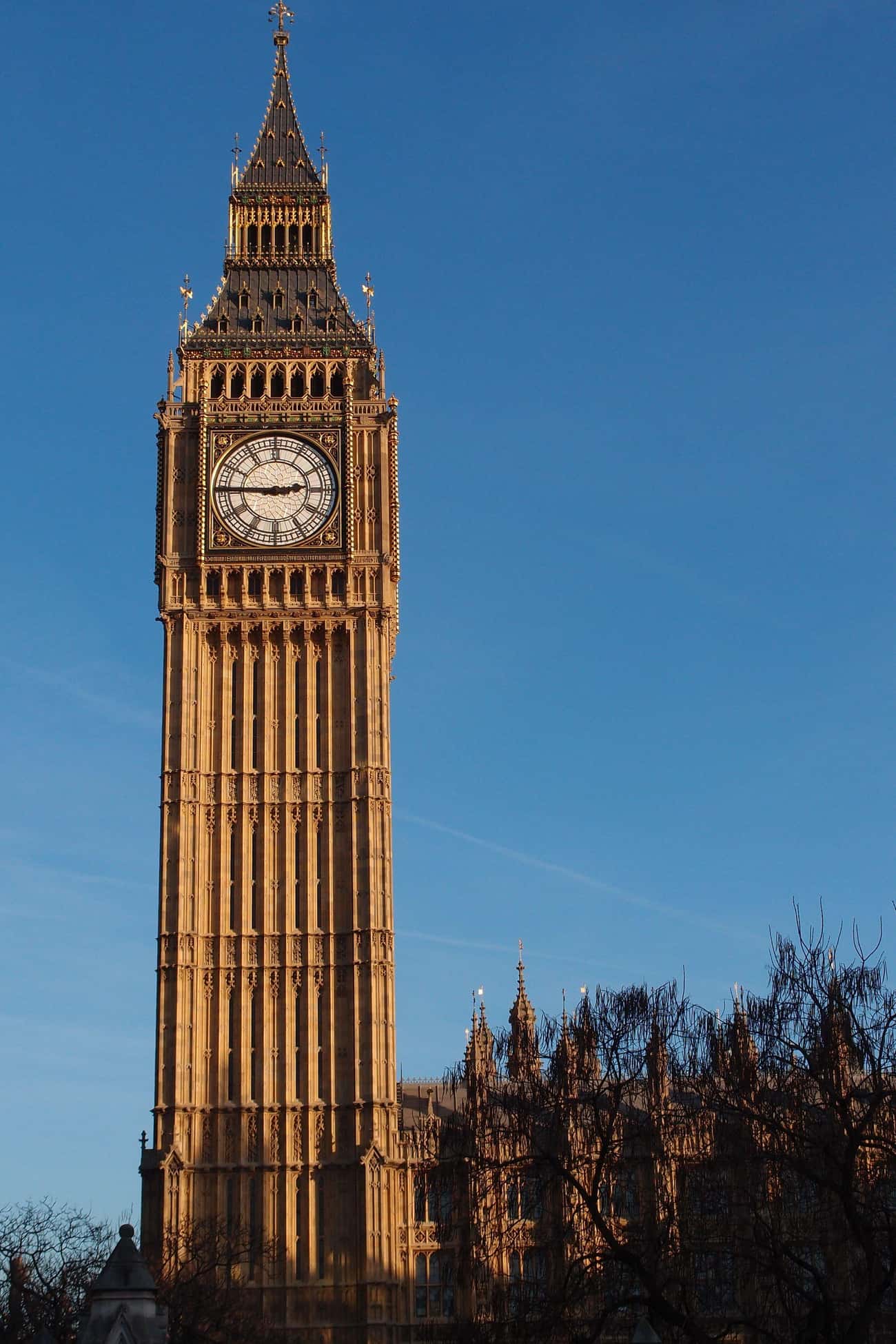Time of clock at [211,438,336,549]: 2:45
